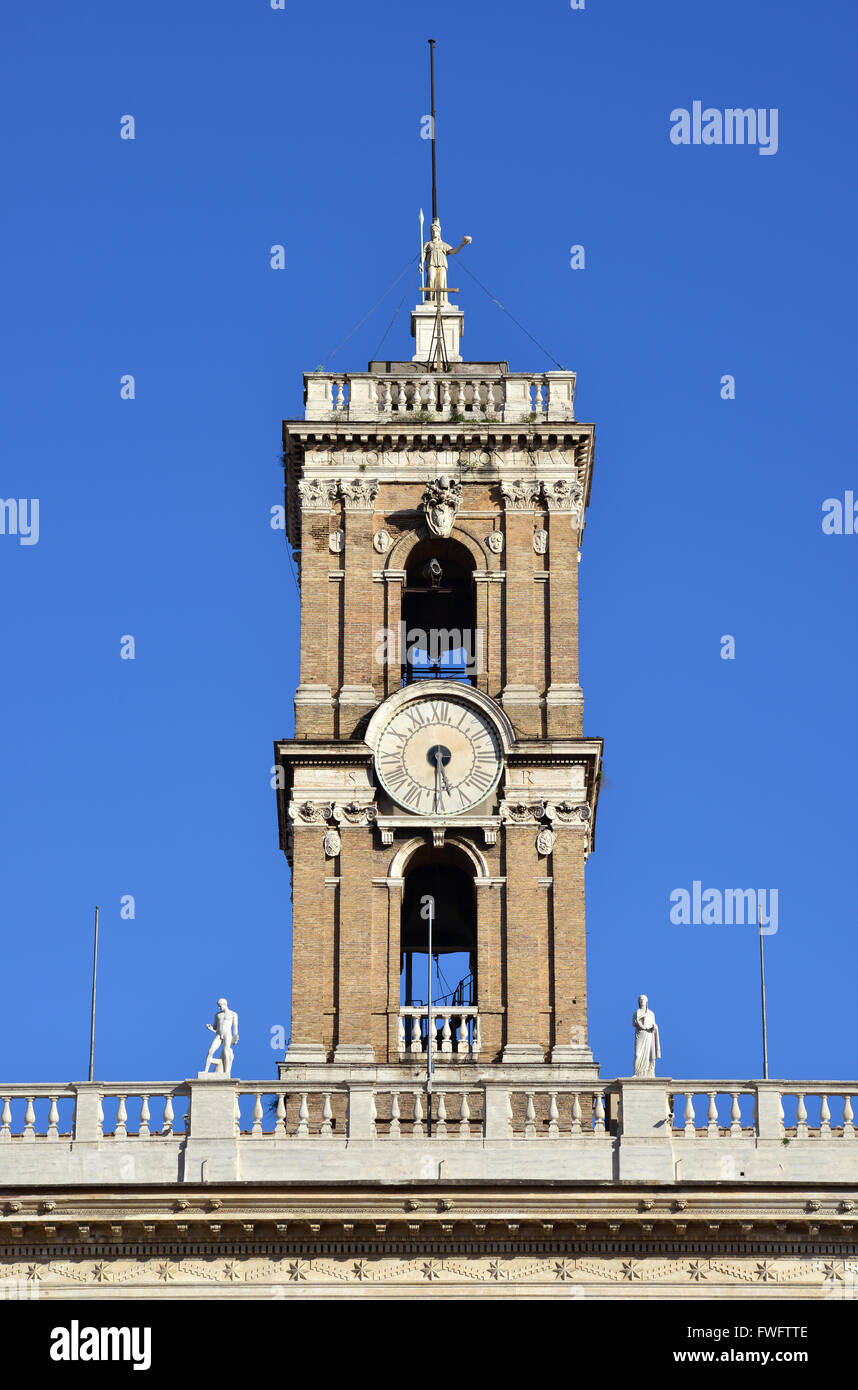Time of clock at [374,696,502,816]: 5:30
